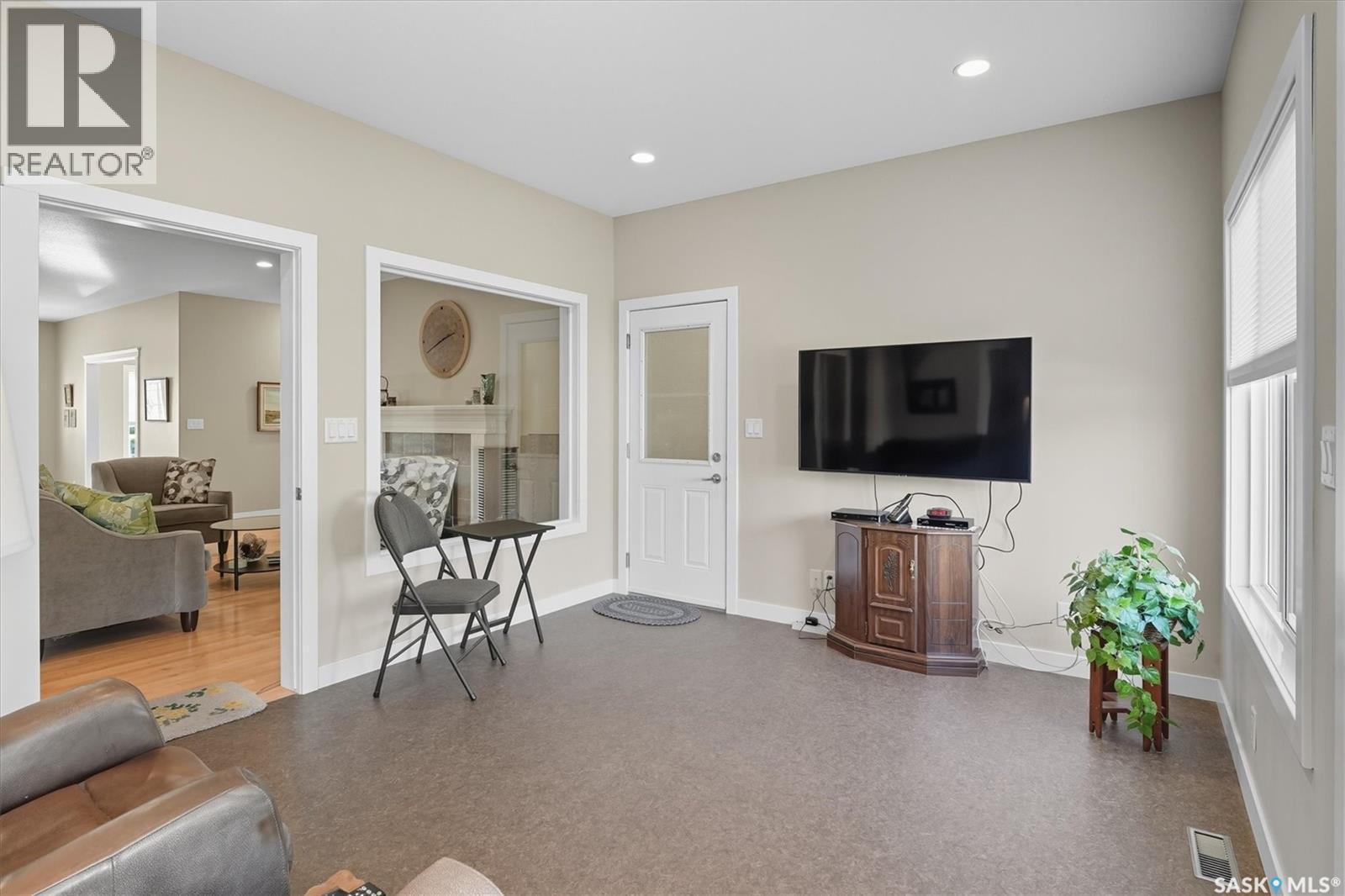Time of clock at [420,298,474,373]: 2:41
